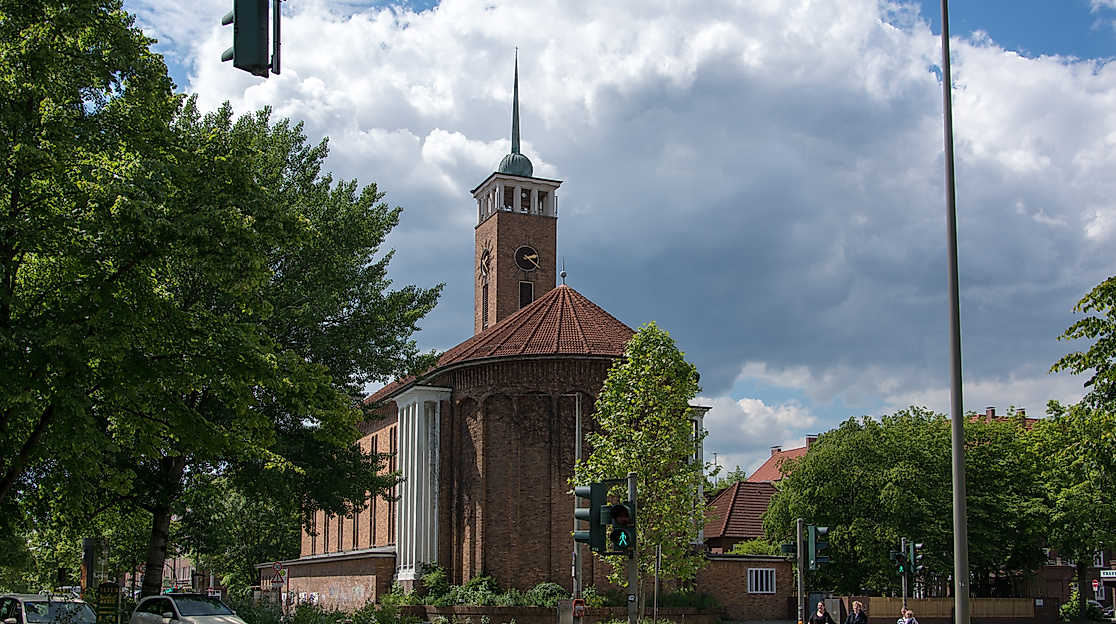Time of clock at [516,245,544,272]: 2:21
